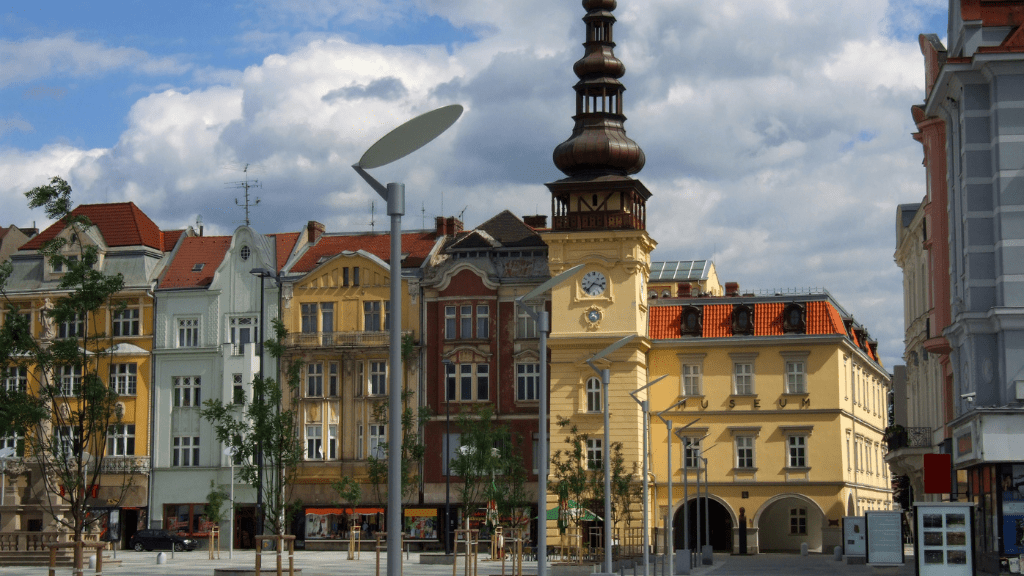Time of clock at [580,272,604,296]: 3:37
